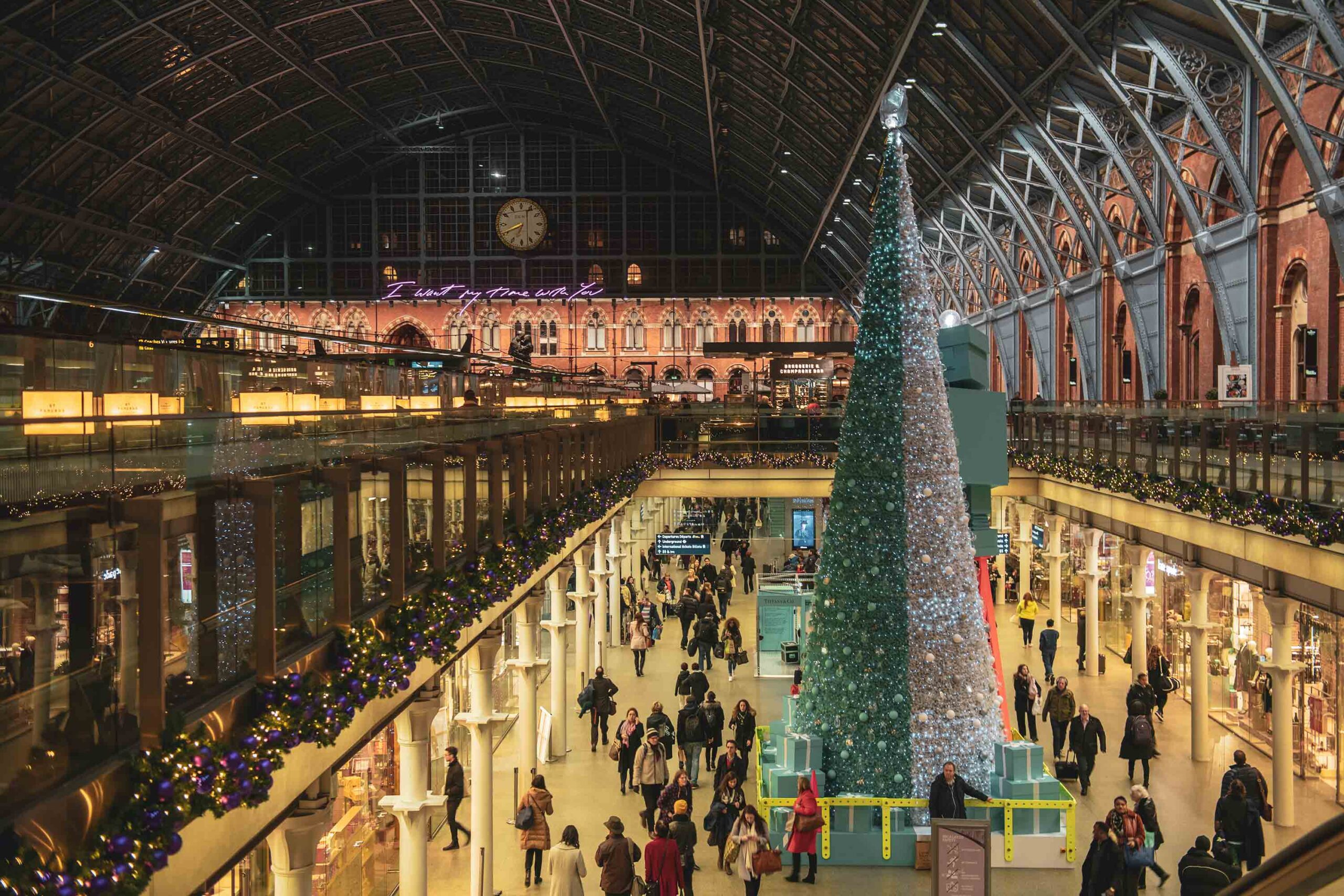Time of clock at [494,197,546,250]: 6:41
